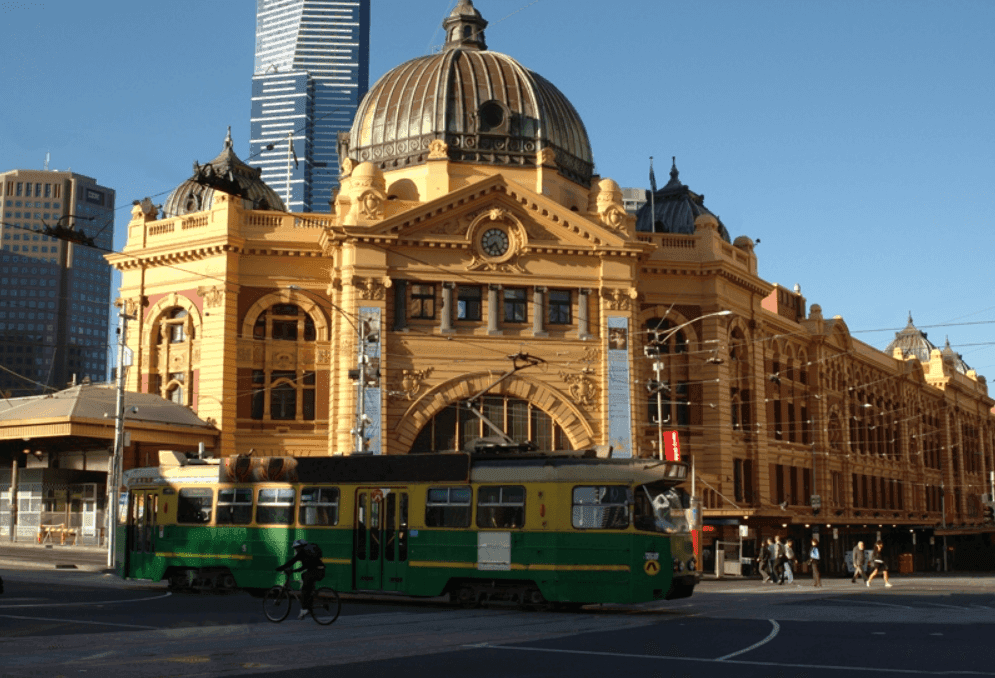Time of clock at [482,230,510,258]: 7:25
